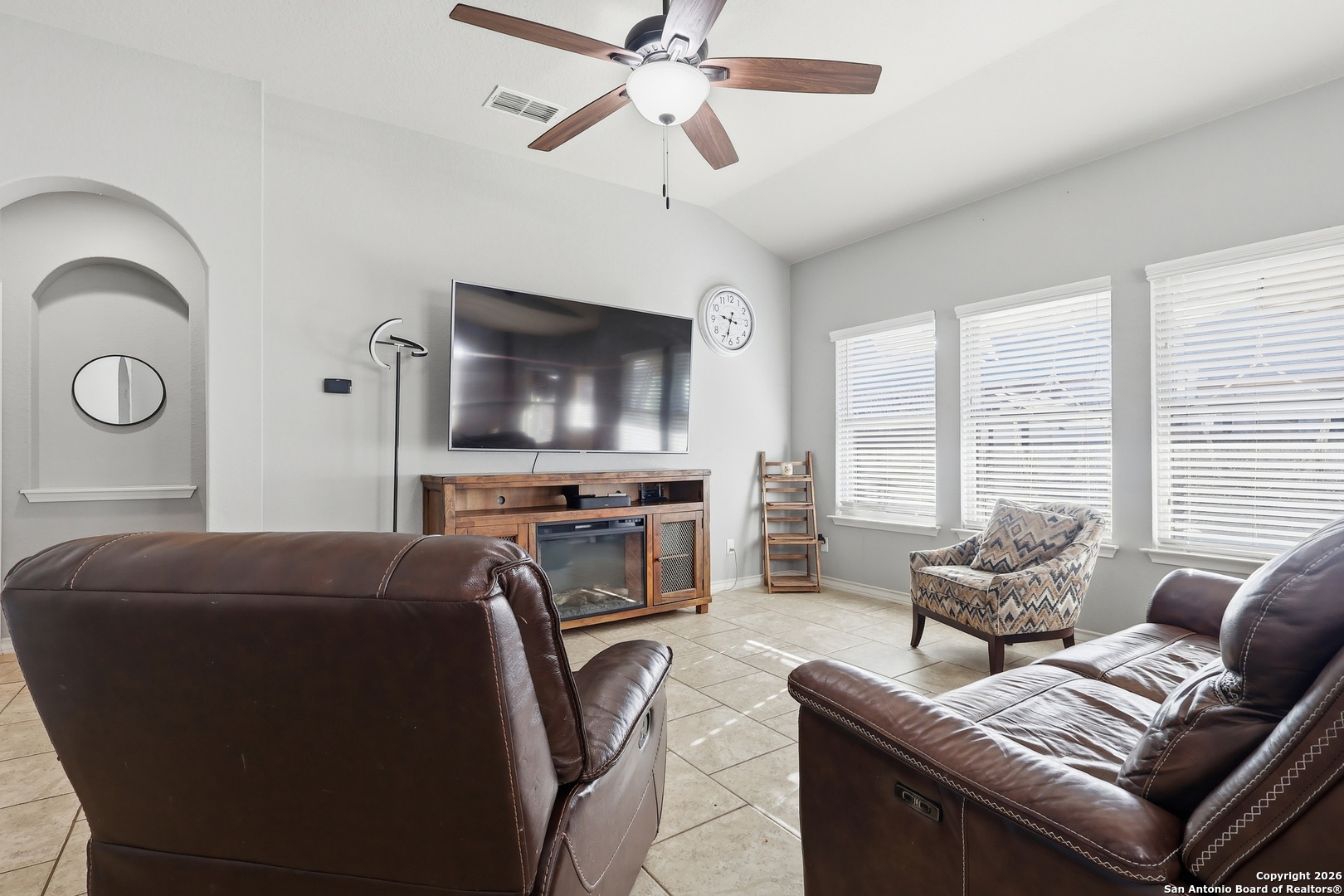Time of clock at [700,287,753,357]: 9:32
